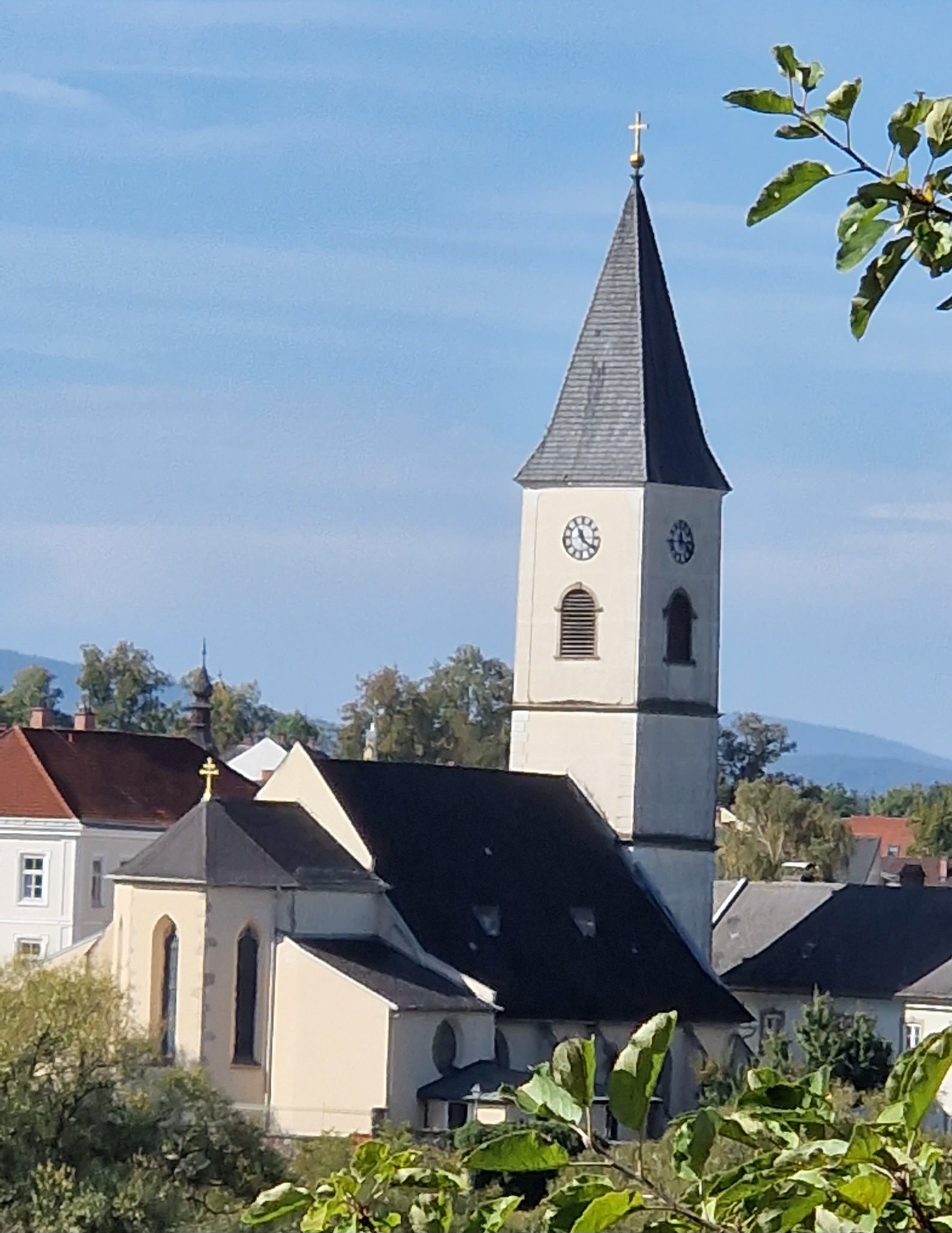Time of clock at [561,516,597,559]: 11:21
